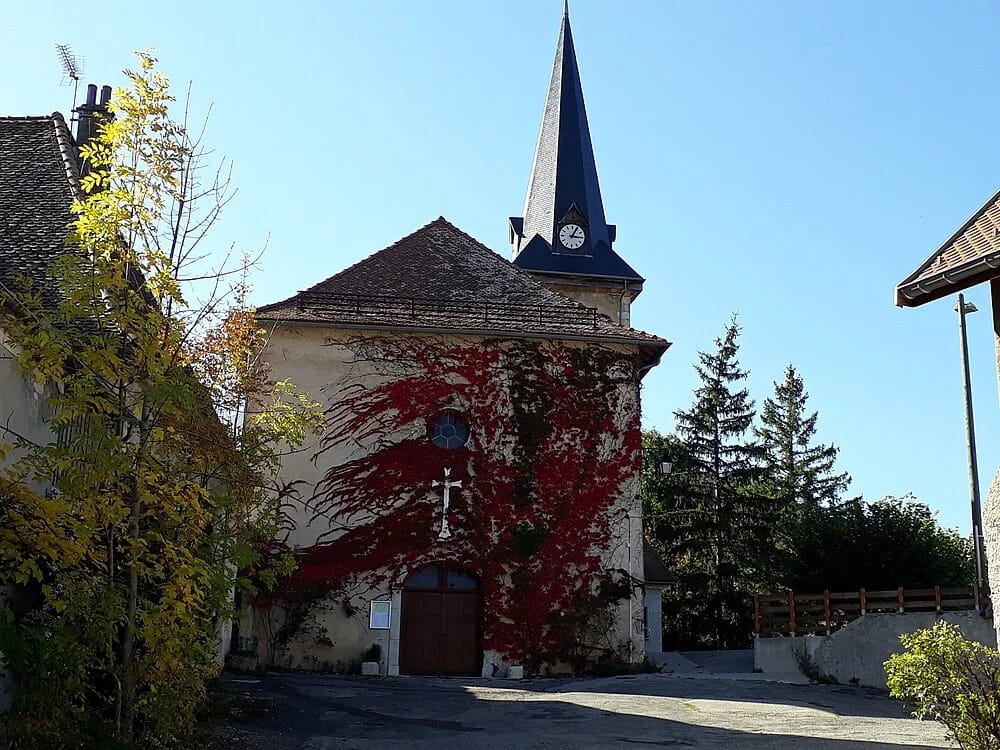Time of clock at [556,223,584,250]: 3:04
